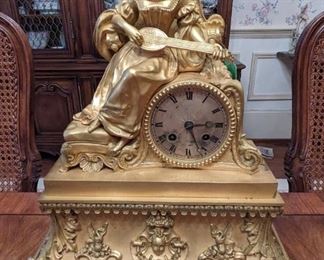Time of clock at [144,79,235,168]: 5:14
